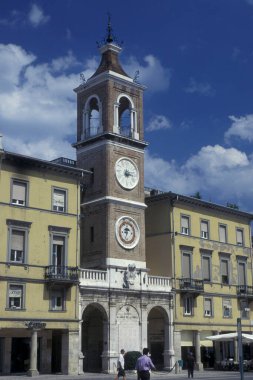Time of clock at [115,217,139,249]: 8:32
